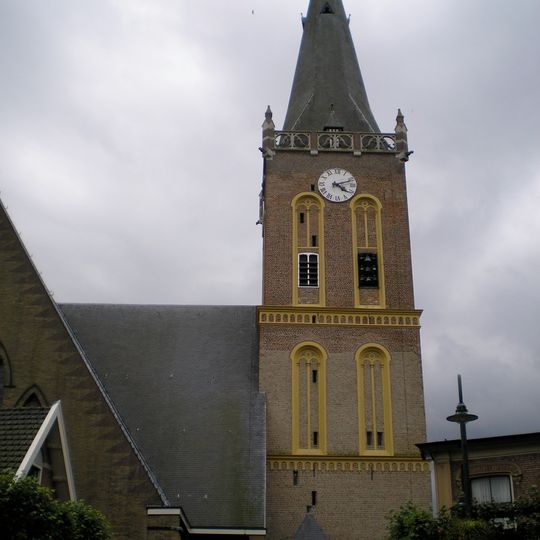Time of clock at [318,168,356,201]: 4:11
